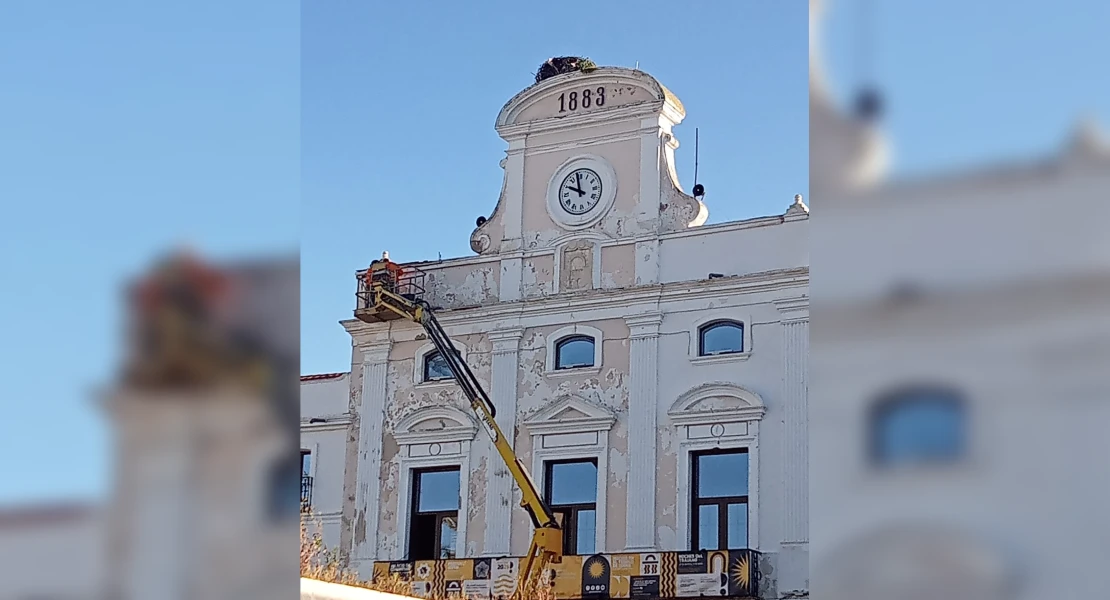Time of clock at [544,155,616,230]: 9:58
